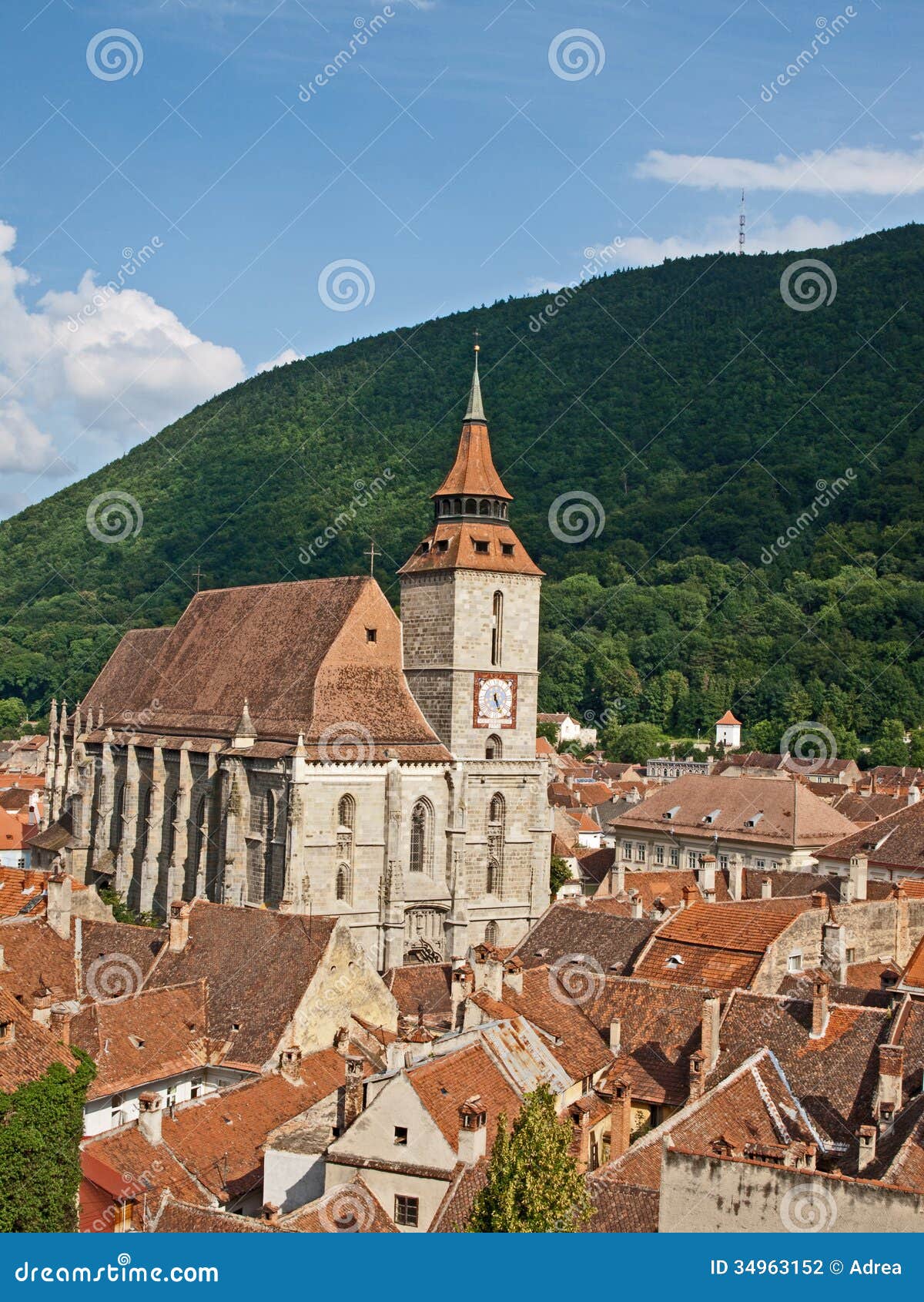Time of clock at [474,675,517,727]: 5:26
